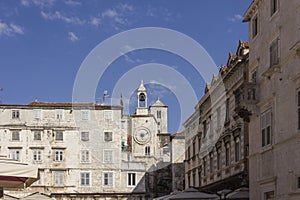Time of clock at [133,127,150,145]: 6:11
